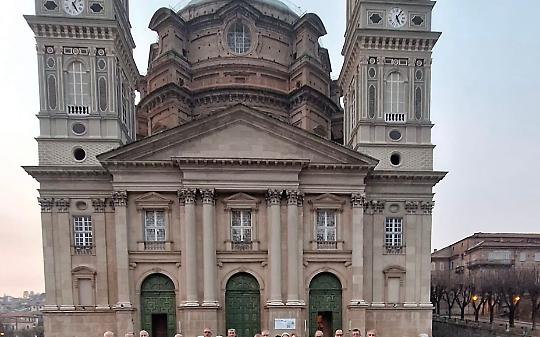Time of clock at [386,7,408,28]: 5:05
